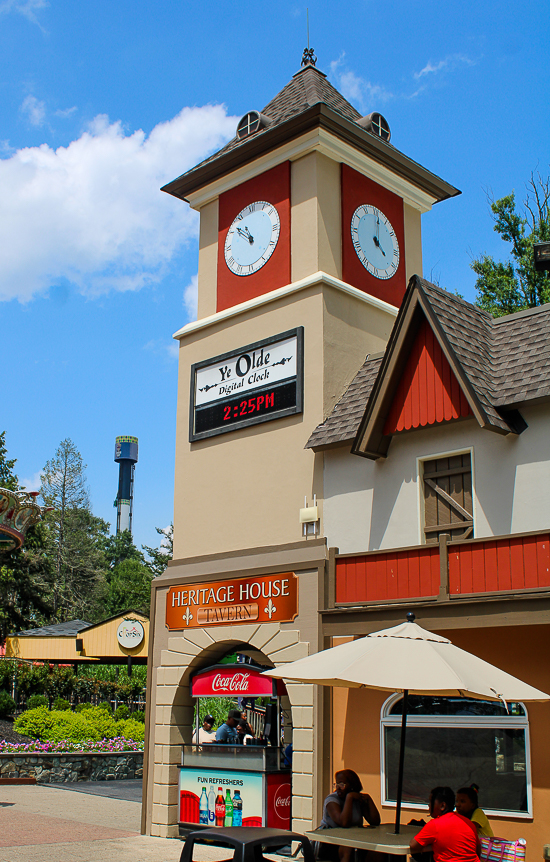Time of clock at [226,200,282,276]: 10:51
